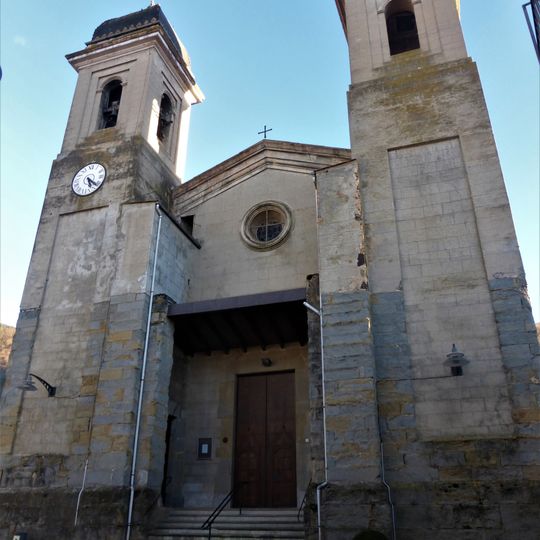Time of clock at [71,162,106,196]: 5:21
